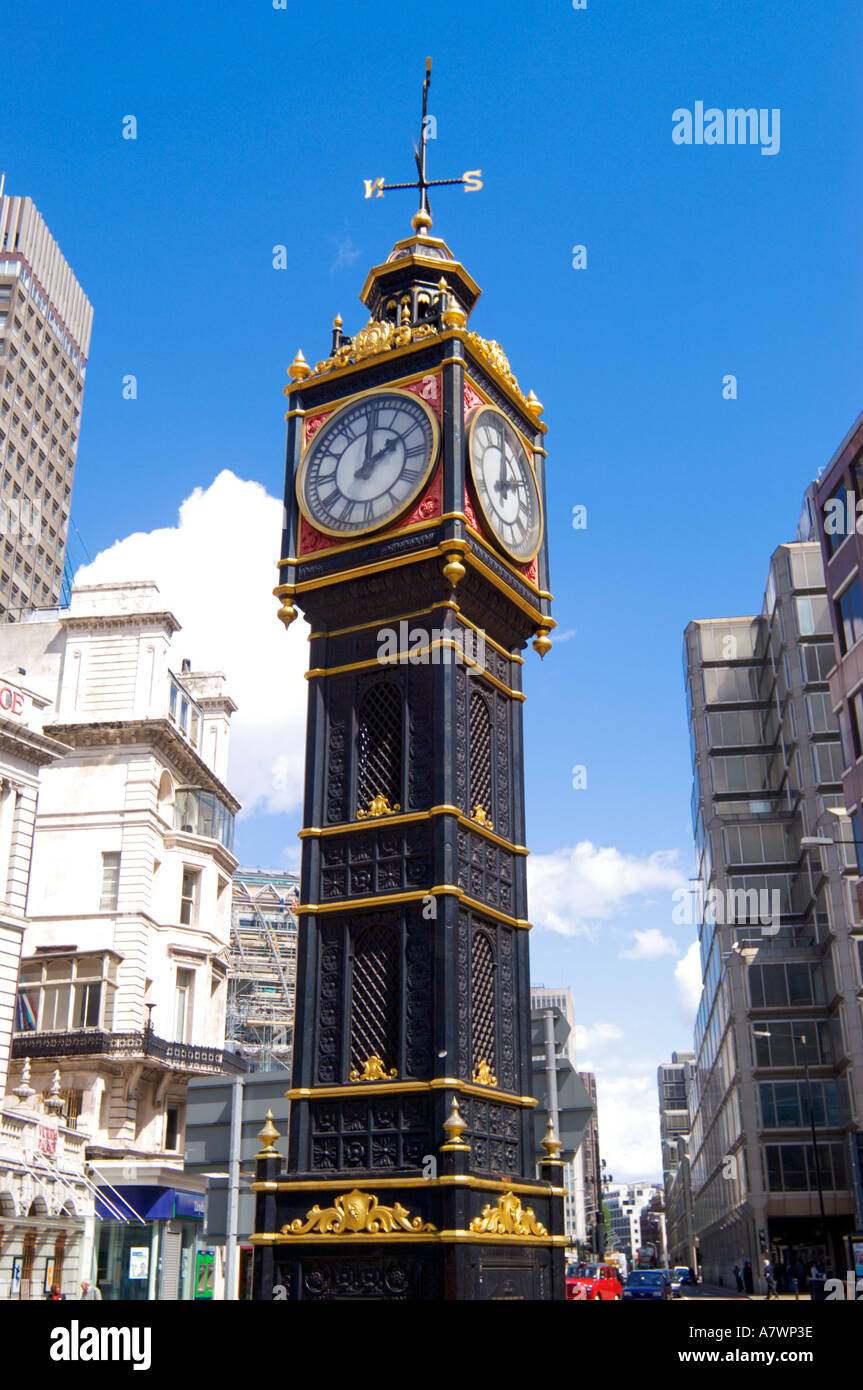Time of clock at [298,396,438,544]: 2:00
